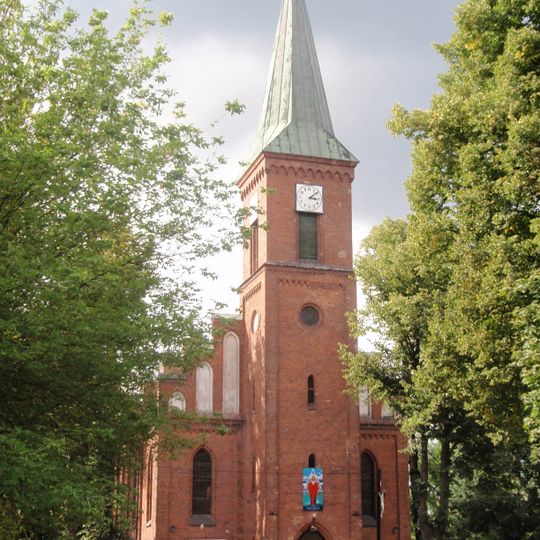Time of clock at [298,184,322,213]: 3:08
